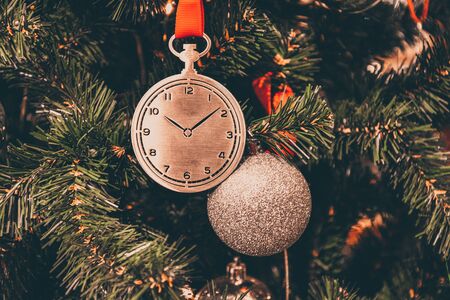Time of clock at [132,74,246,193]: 10:08
